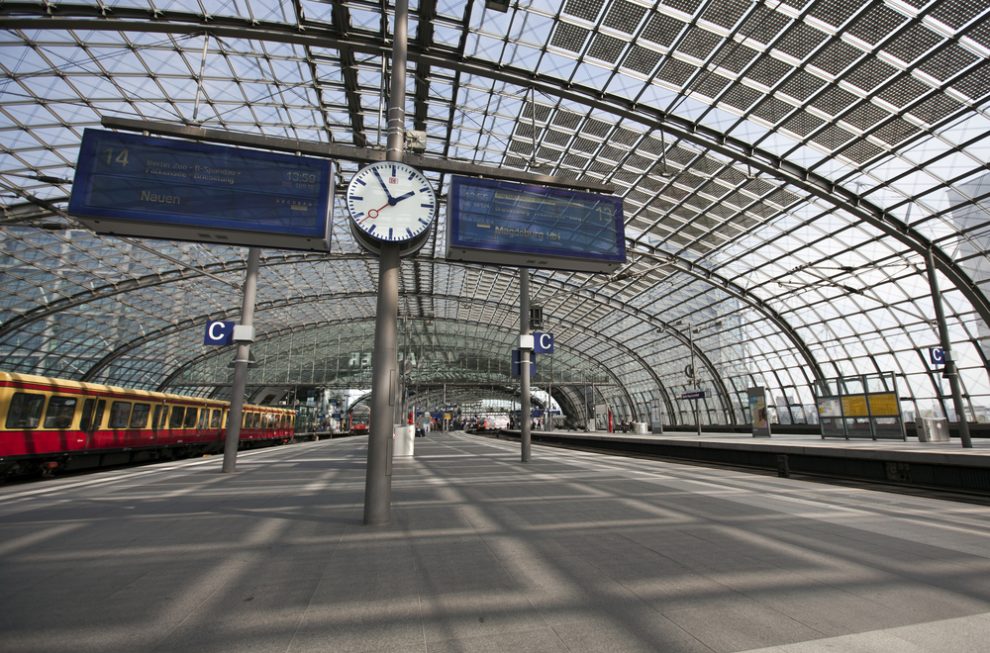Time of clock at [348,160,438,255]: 1:55
